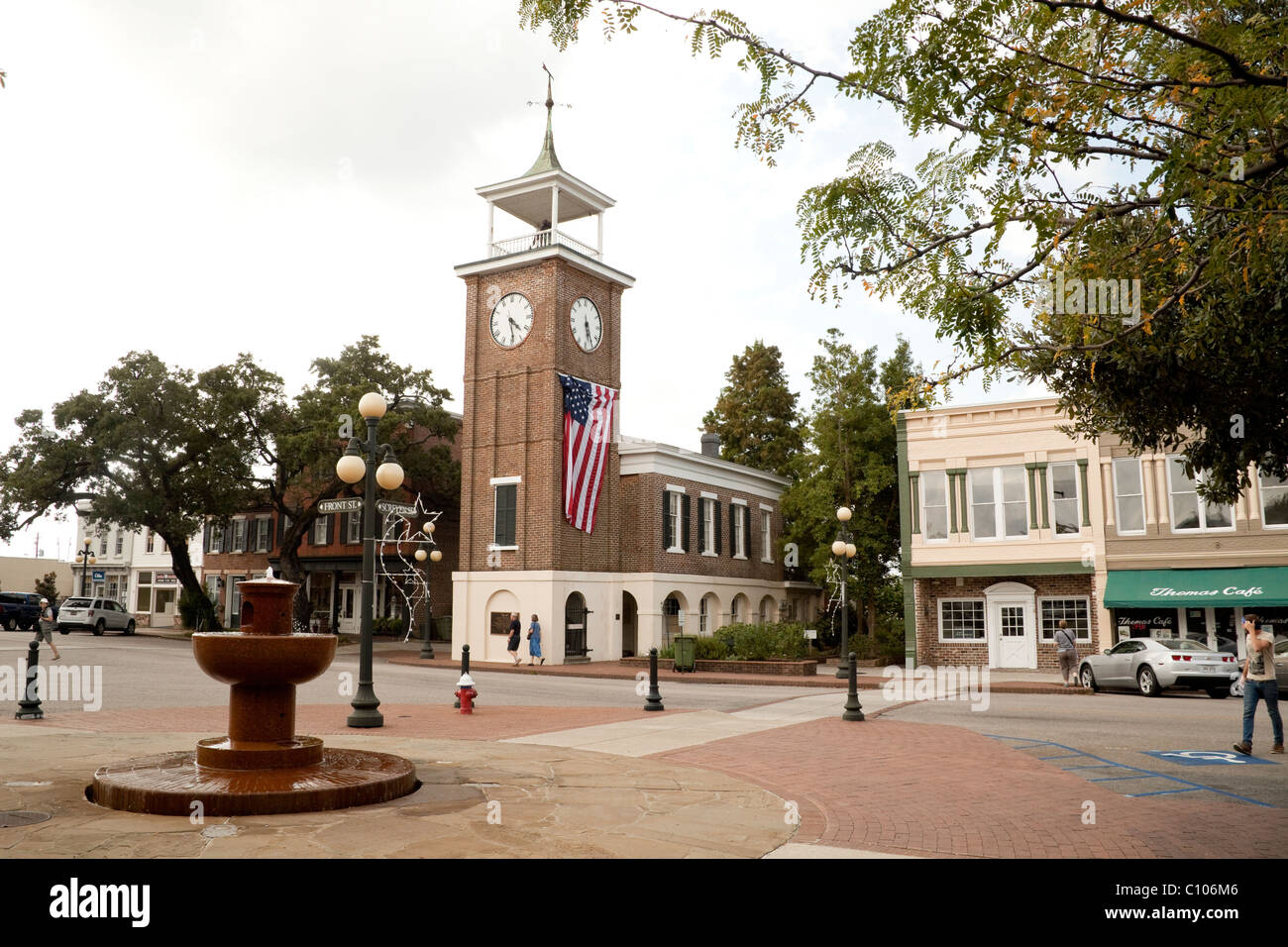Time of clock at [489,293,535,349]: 4:28
